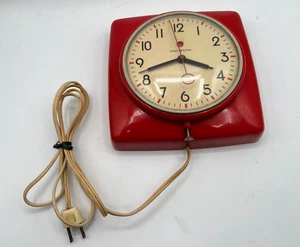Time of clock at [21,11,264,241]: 3:42
